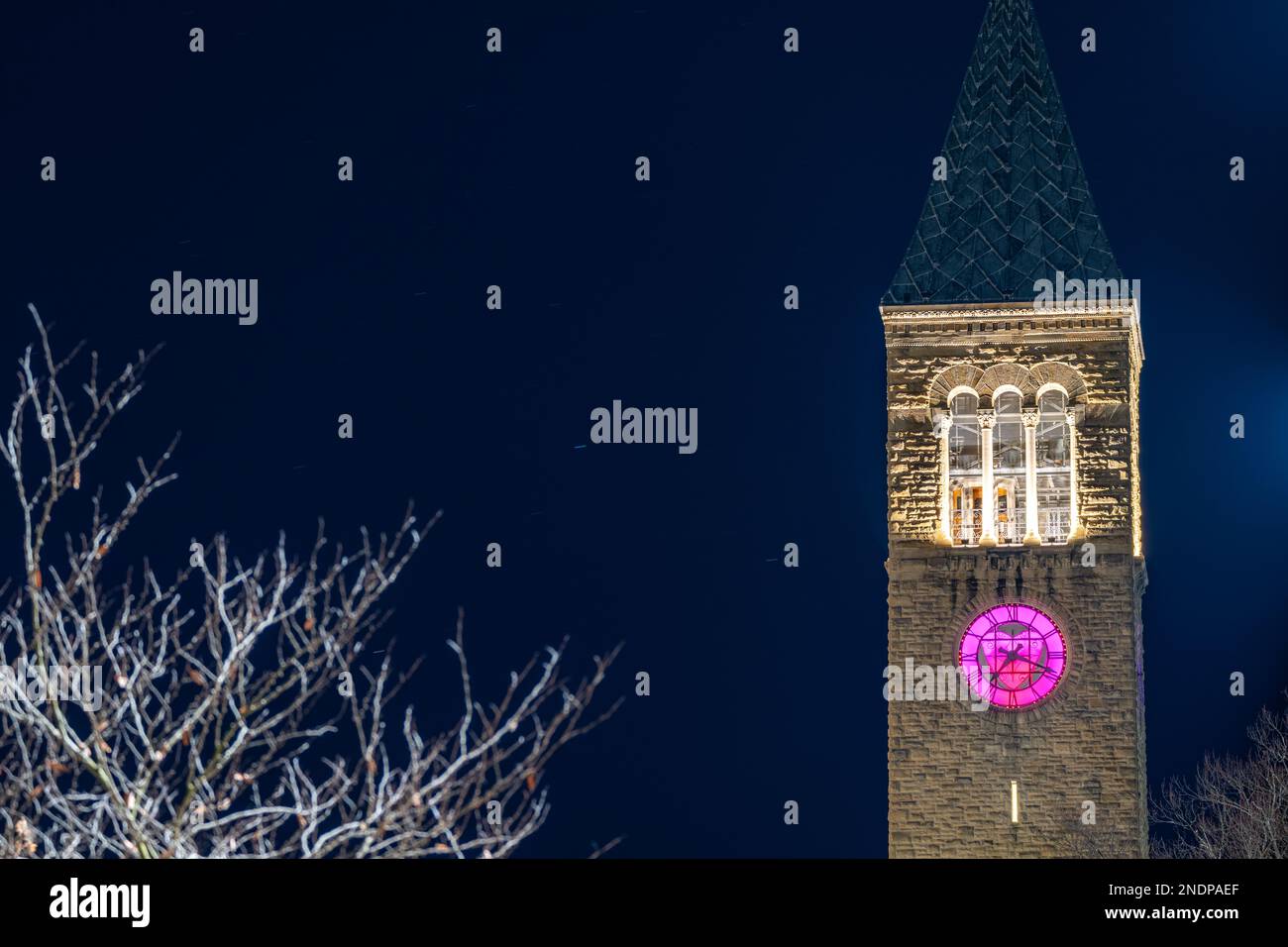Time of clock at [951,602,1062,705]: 7:18
